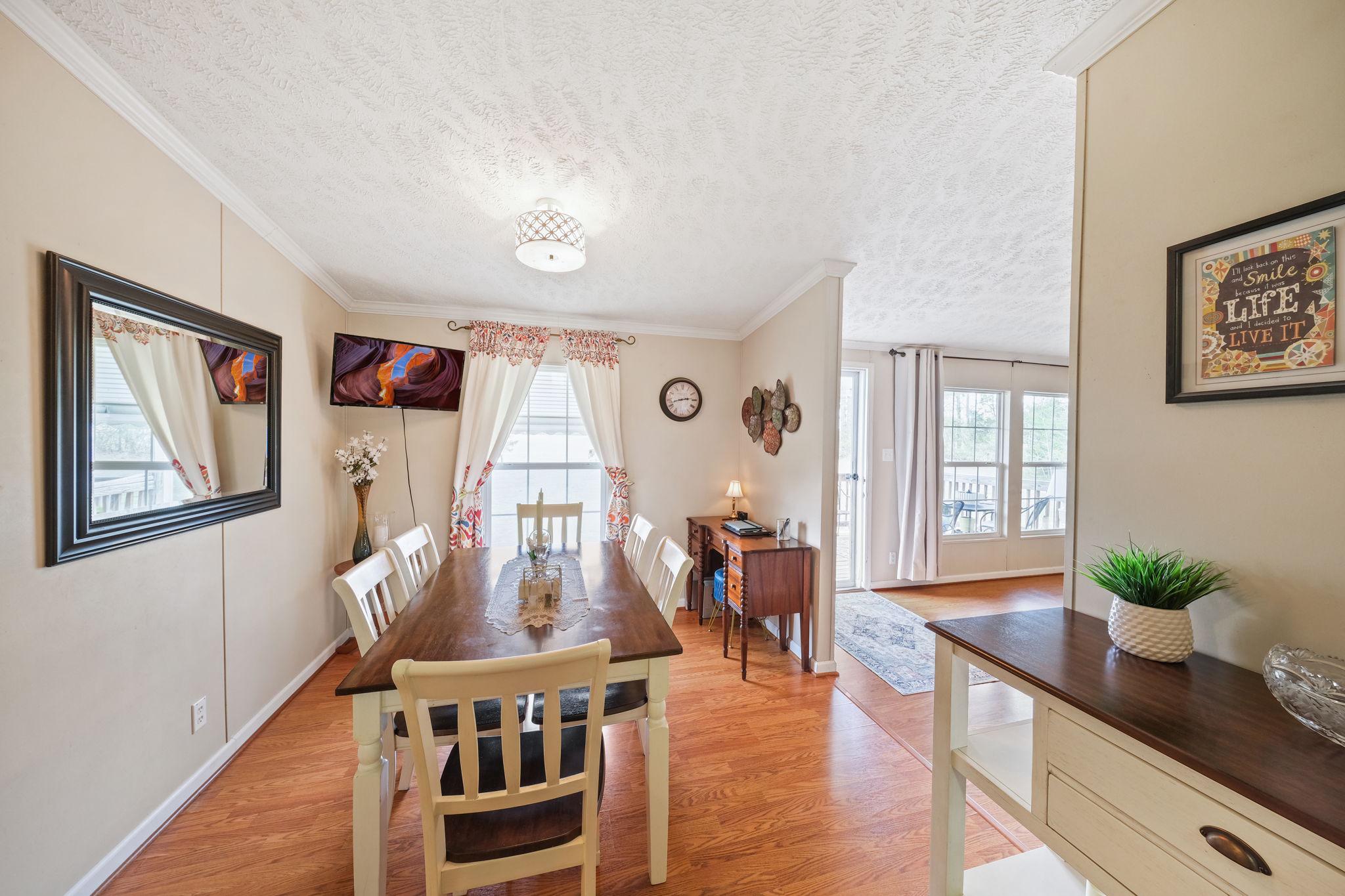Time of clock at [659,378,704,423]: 2:42
